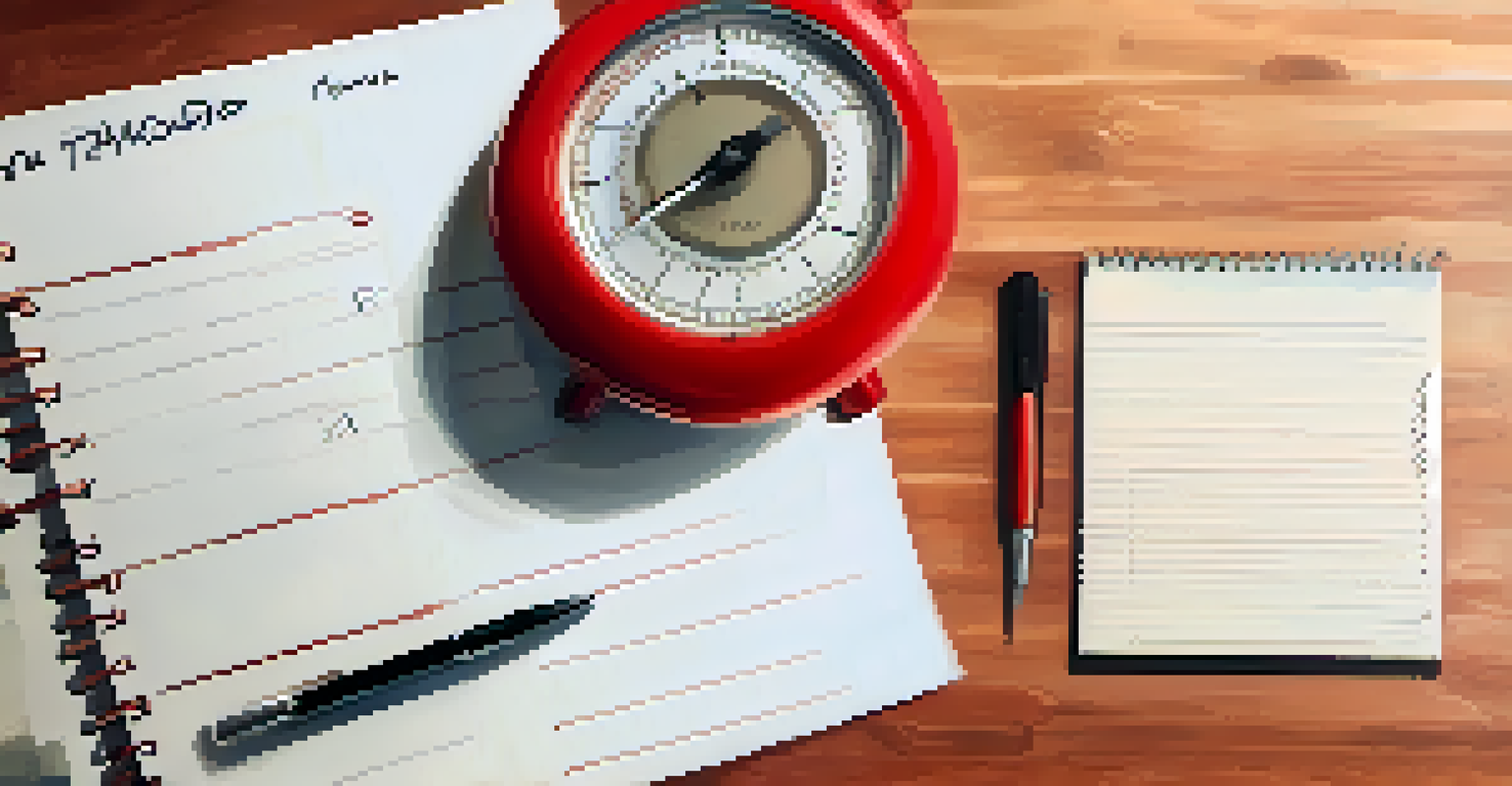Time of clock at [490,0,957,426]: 1:39
